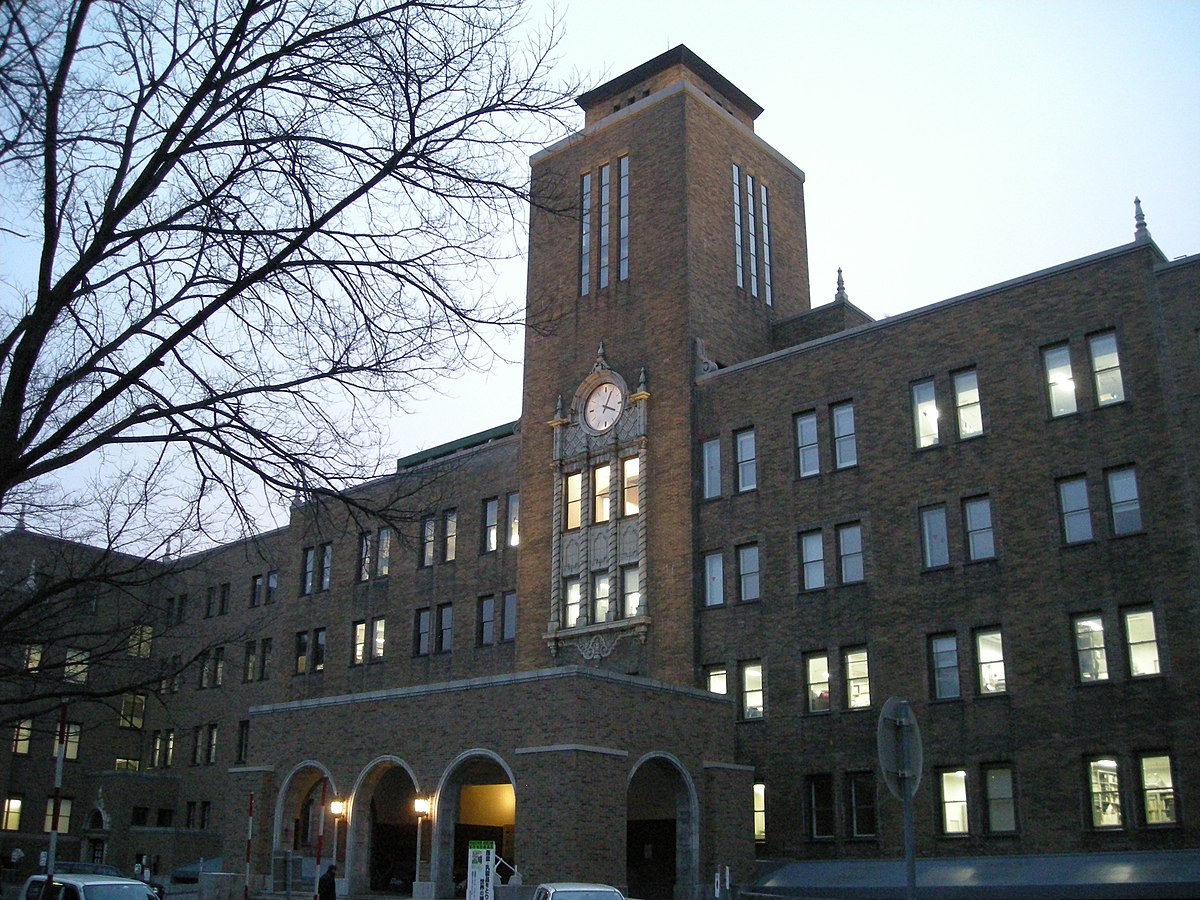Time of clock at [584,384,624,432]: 4:04
